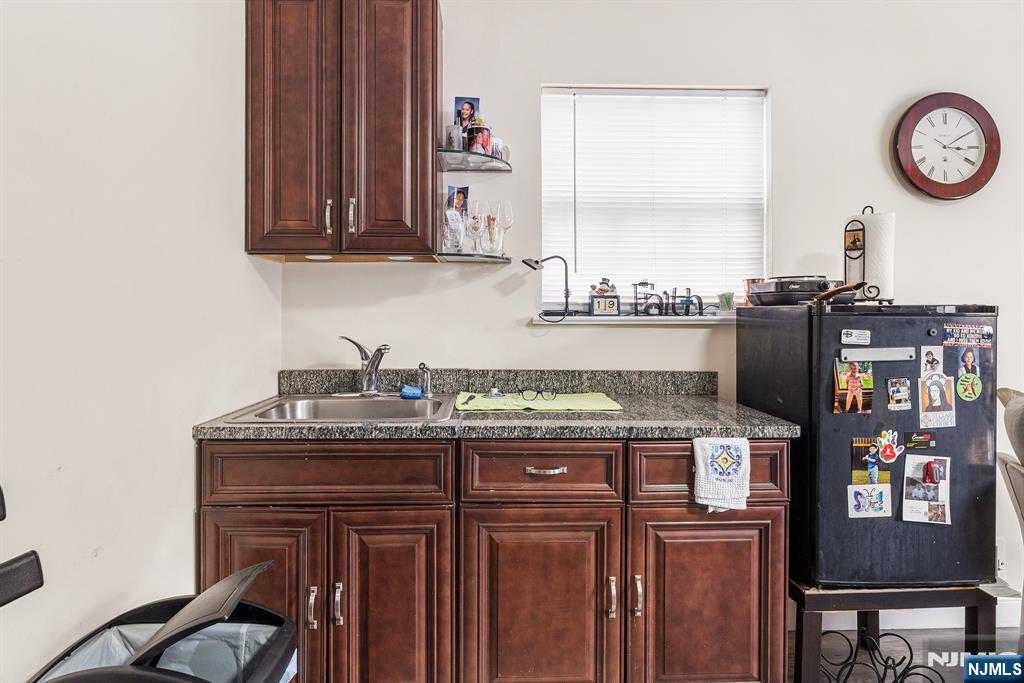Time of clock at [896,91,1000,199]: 3:09
